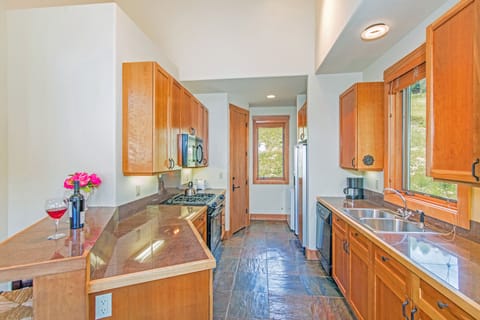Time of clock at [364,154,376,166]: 8:02
